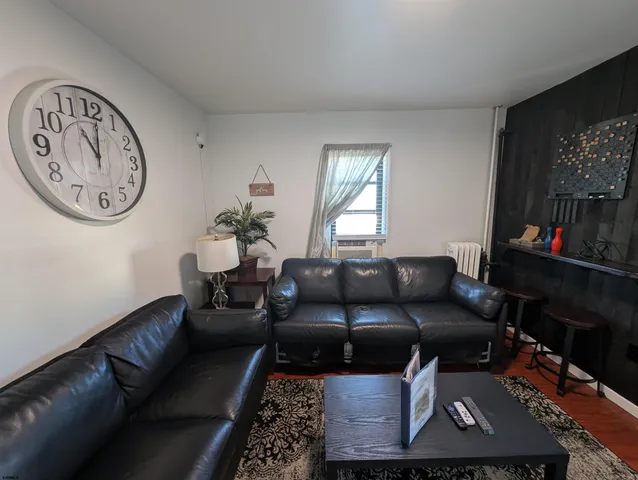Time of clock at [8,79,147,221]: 11:00
